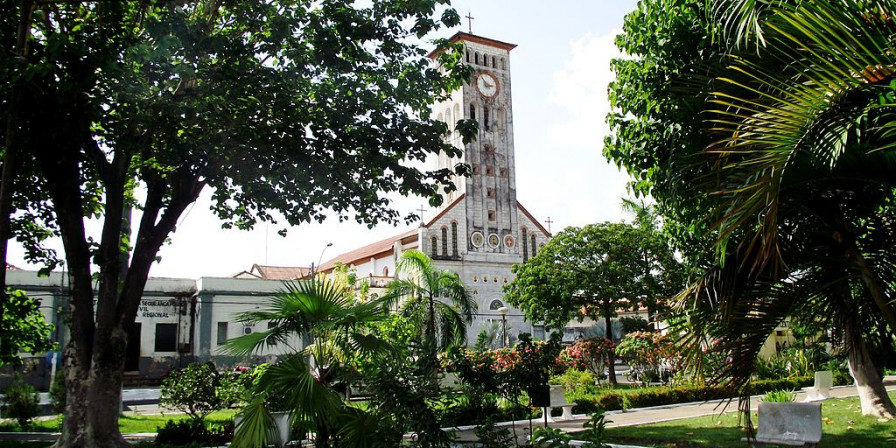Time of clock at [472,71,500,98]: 2:54
